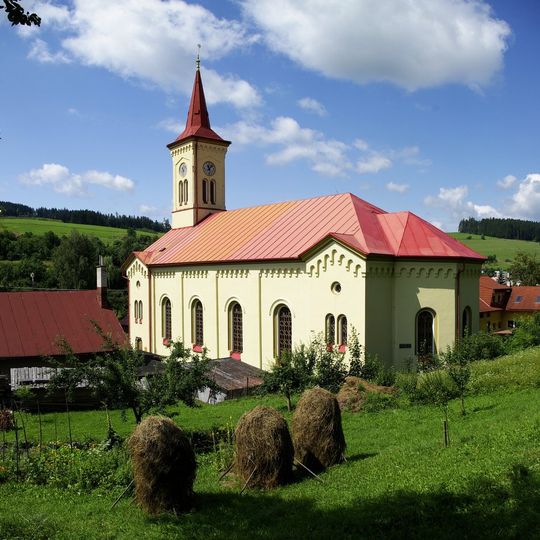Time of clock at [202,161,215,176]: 11:07
